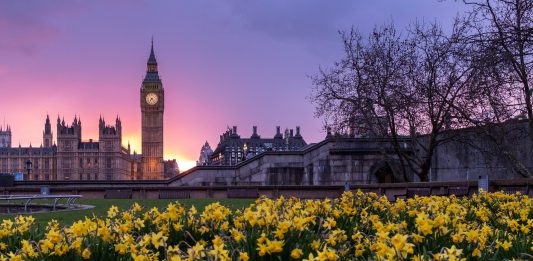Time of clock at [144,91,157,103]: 7:23
